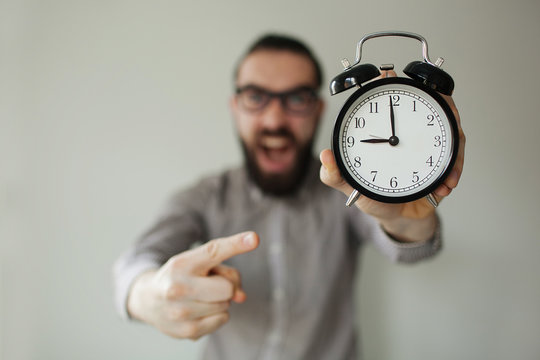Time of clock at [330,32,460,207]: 8:59
